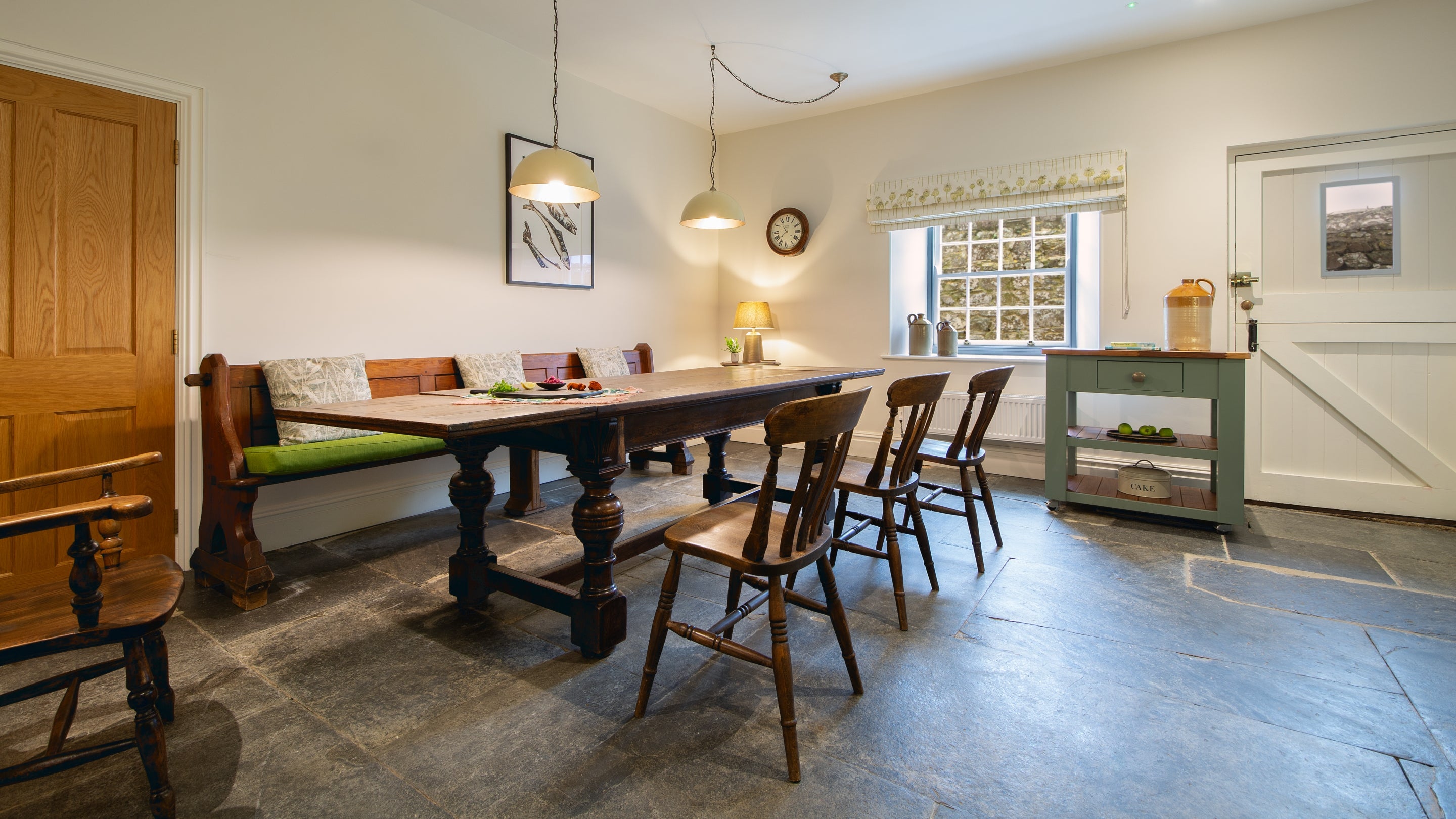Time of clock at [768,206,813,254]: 10:37
